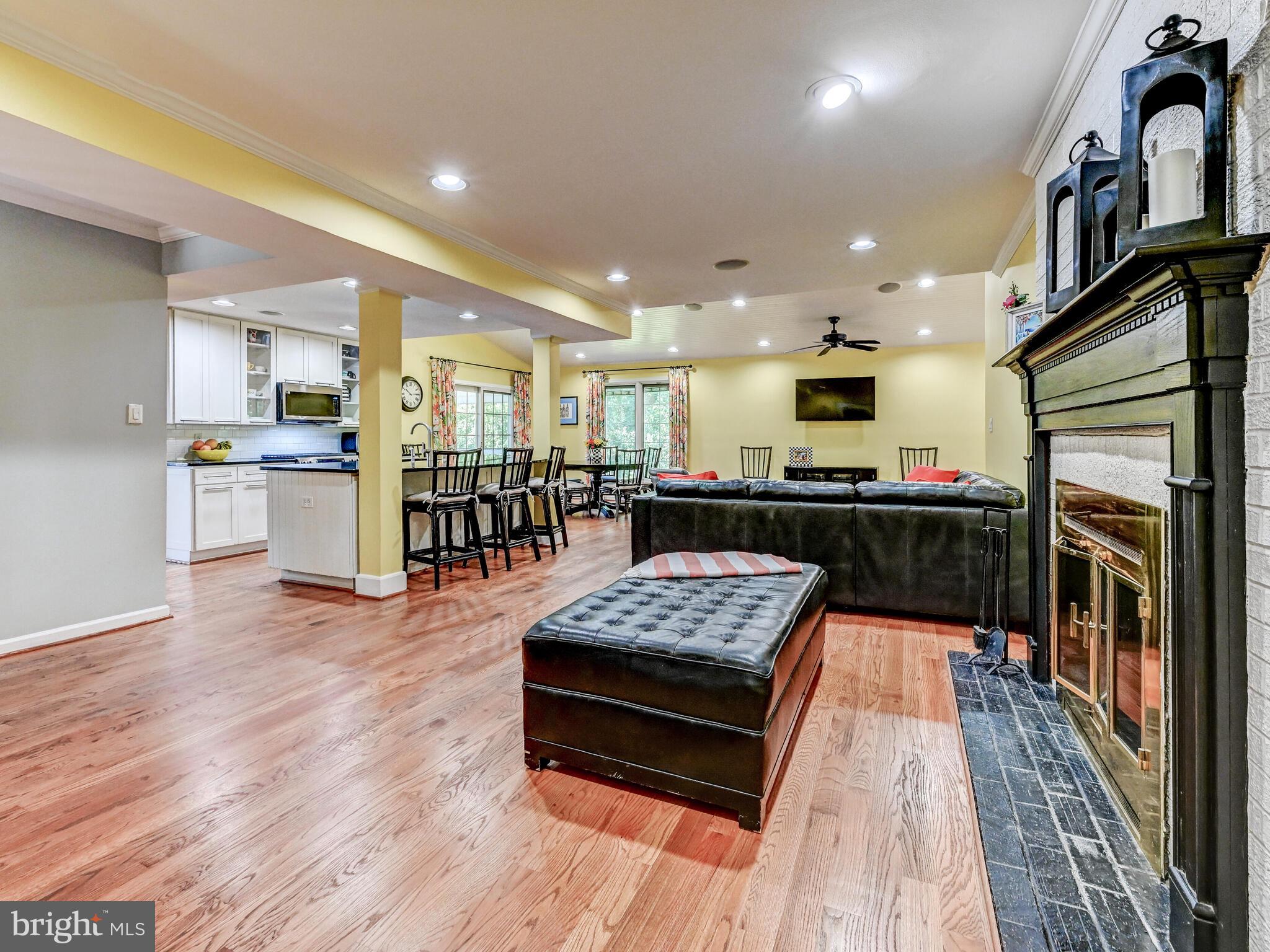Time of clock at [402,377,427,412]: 2:50
